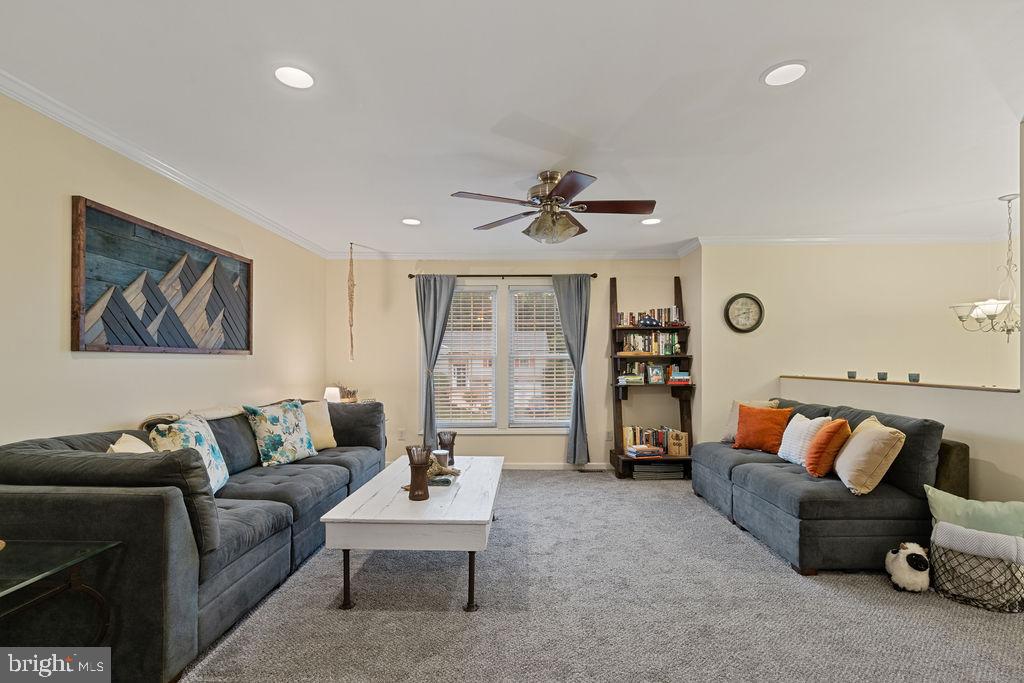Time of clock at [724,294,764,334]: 8:12
